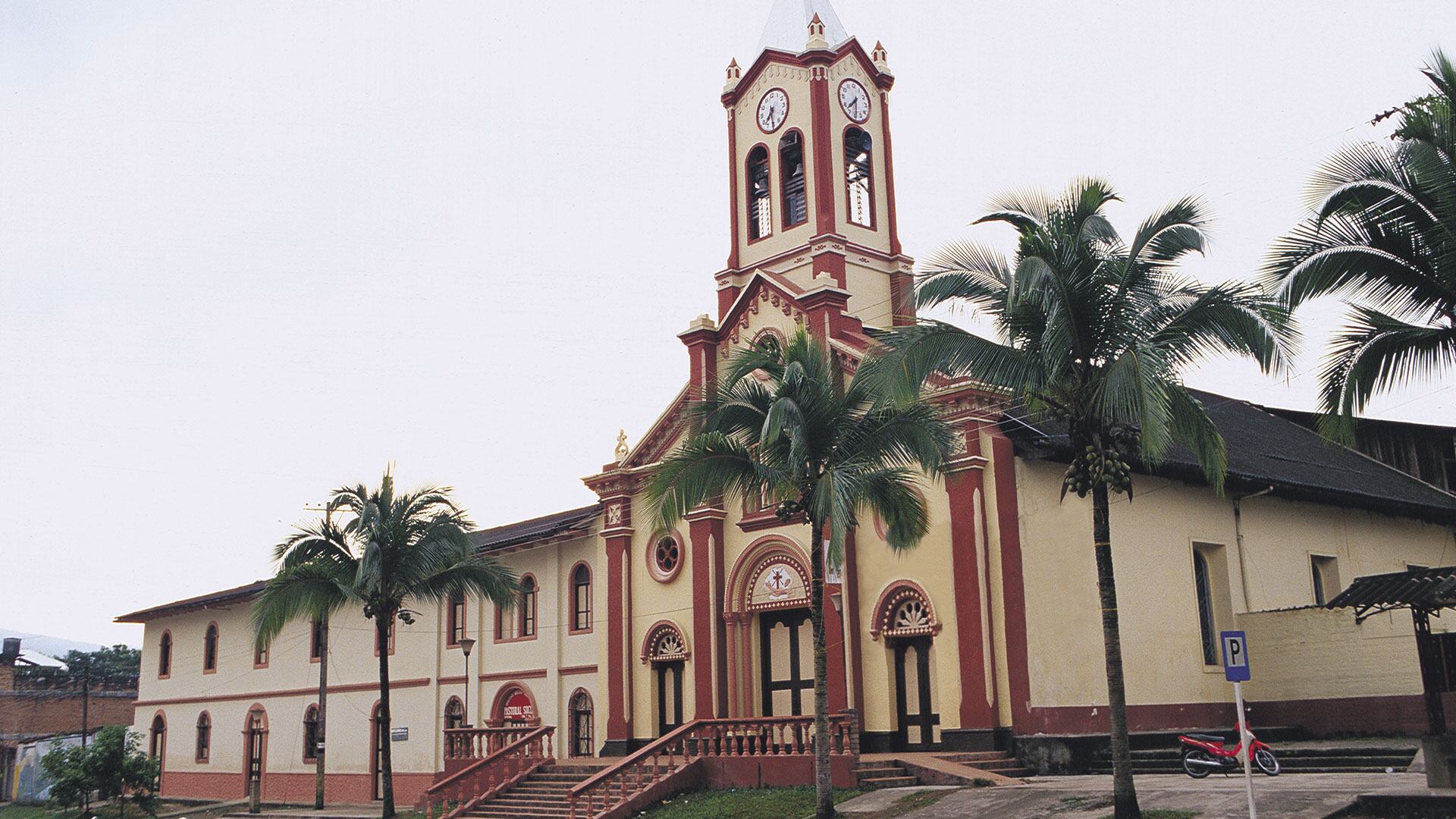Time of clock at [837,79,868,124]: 7:30
